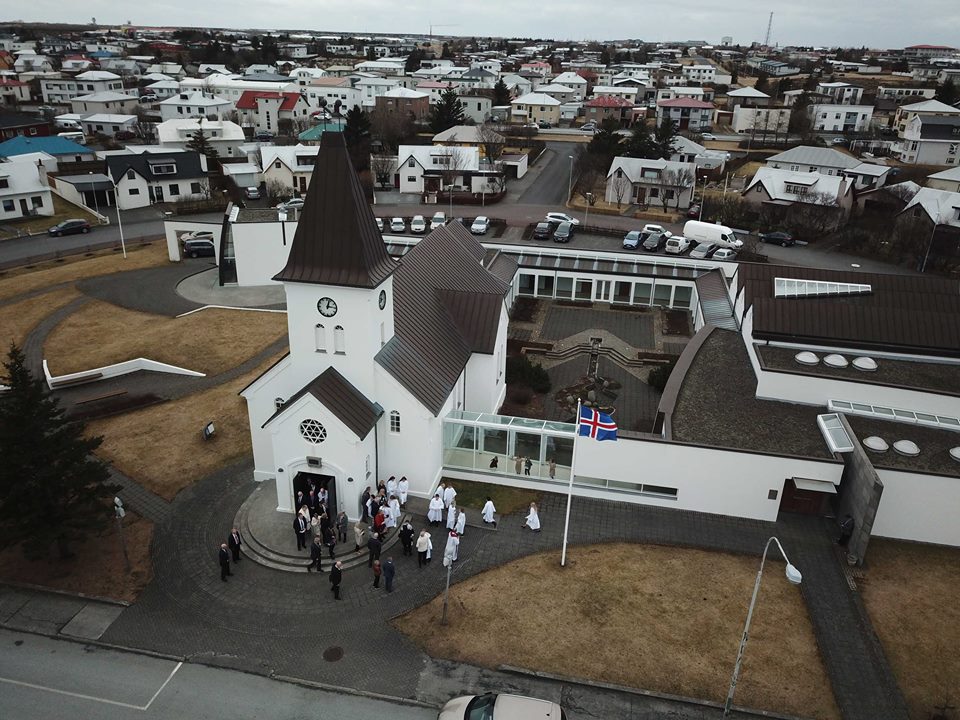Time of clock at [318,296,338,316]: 3:02
